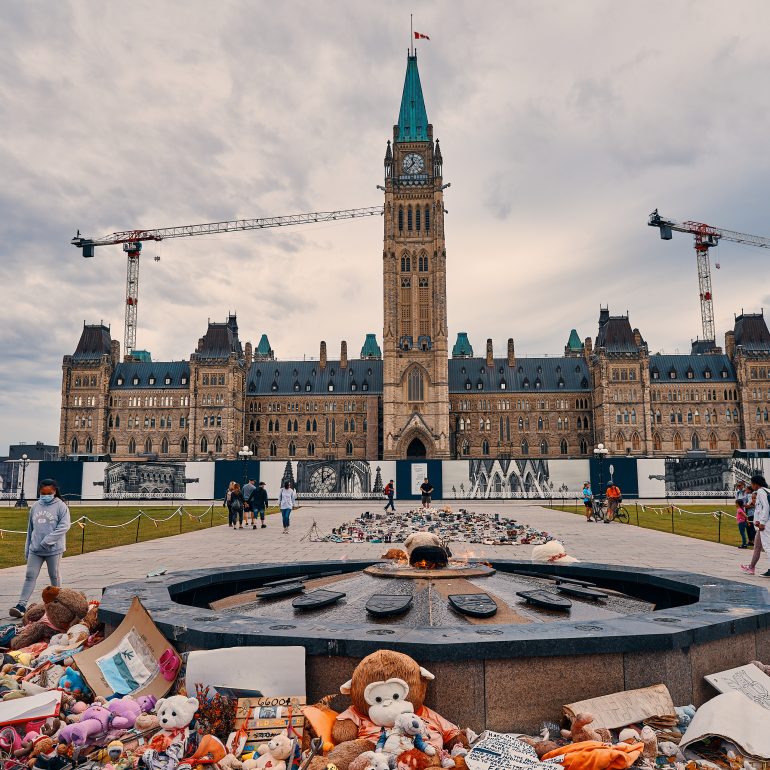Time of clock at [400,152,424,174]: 11:37
